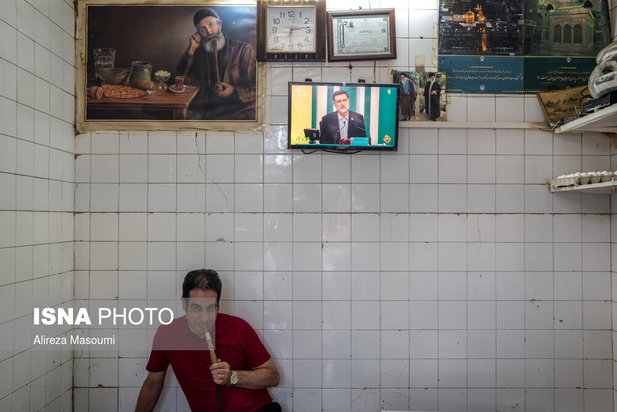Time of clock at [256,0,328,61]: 6:13
